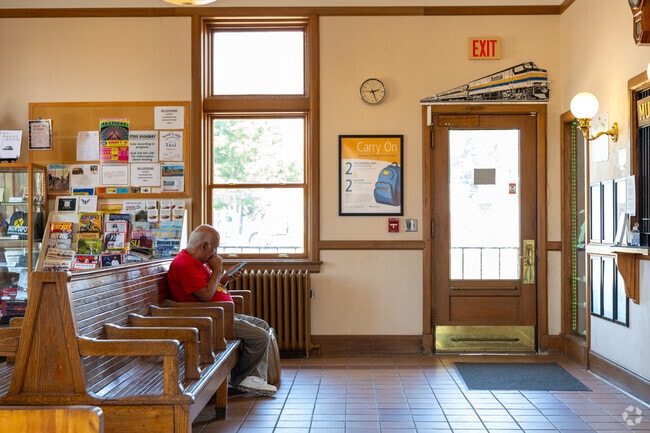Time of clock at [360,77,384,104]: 2:26
